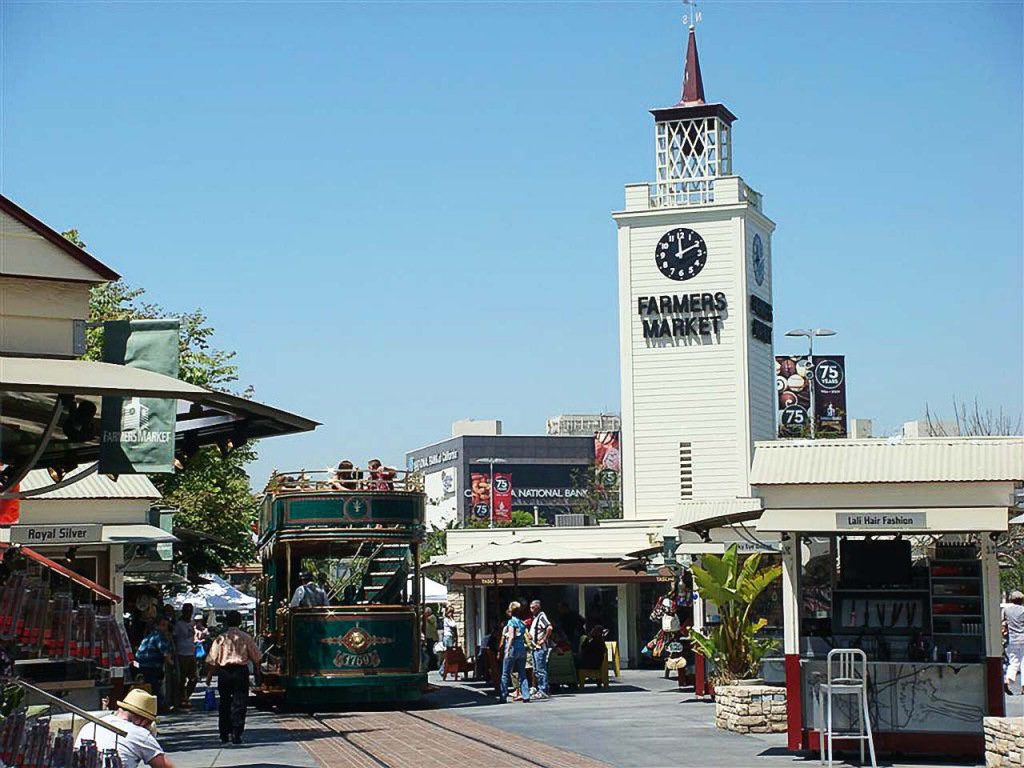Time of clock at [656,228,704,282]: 1:59
